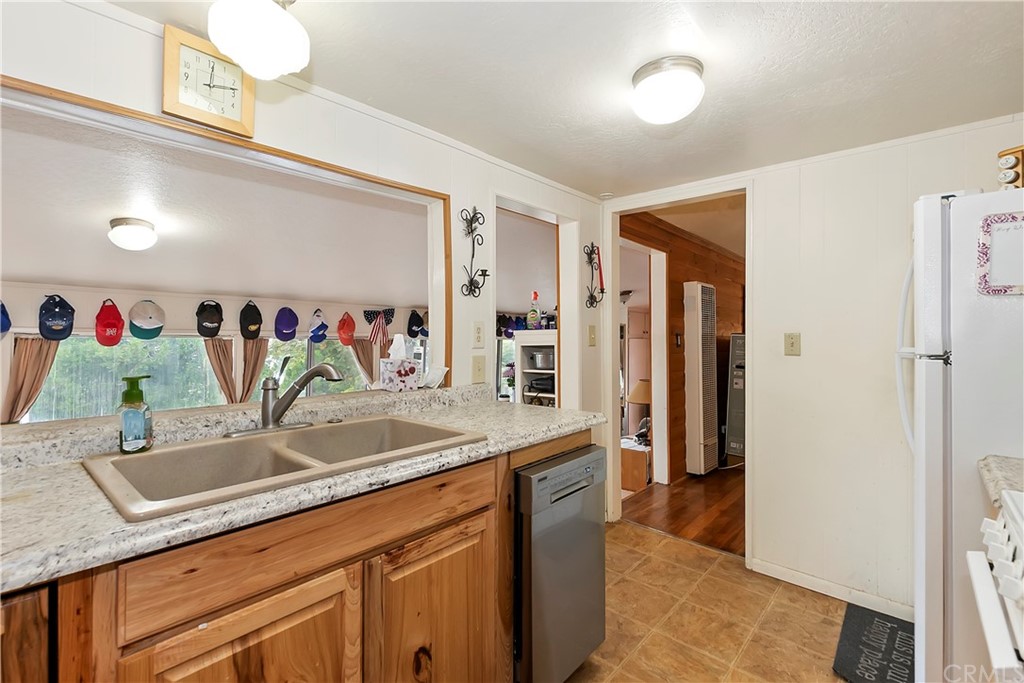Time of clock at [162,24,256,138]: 12:13
